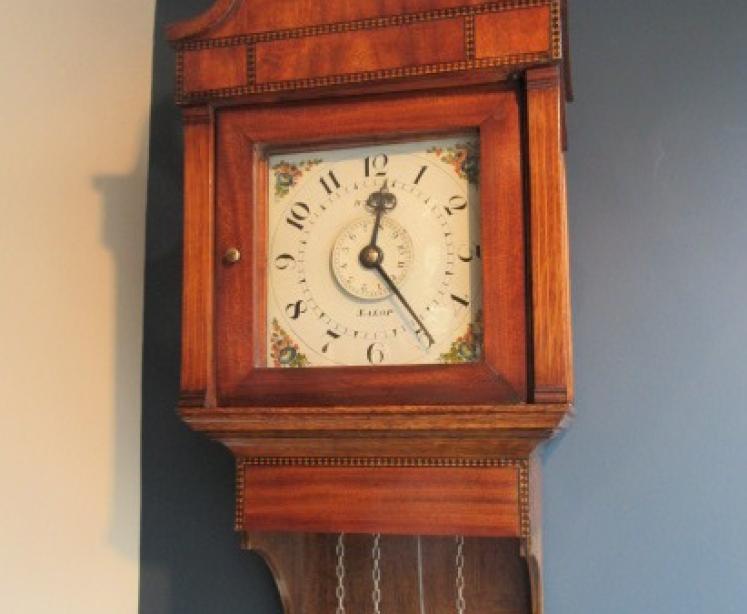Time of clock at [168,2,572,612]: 12:23
